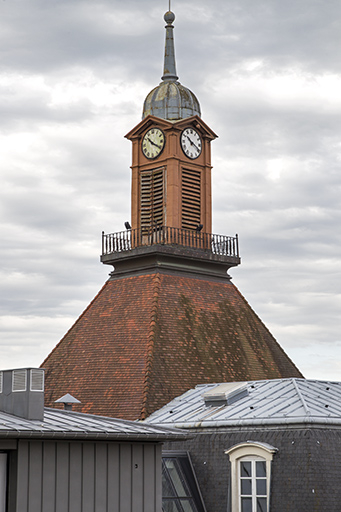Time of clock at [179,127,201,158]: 10:19
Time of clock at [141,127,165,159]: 10:20
